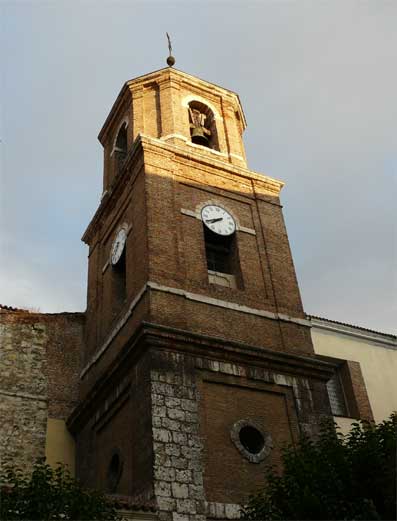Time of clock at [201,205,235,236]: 7:40
